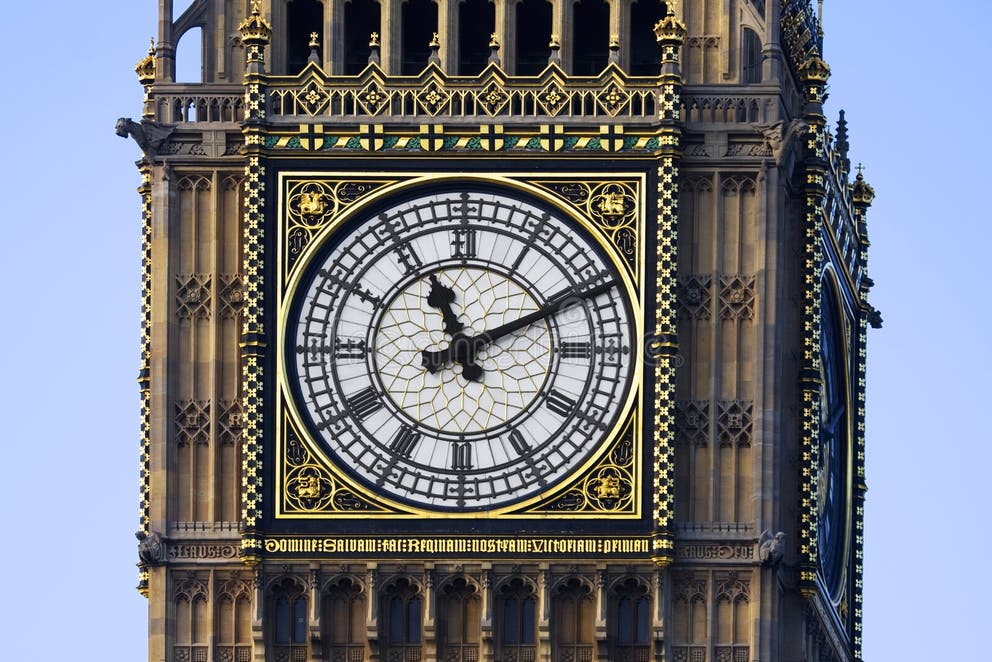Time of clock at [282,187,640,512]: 11:10
